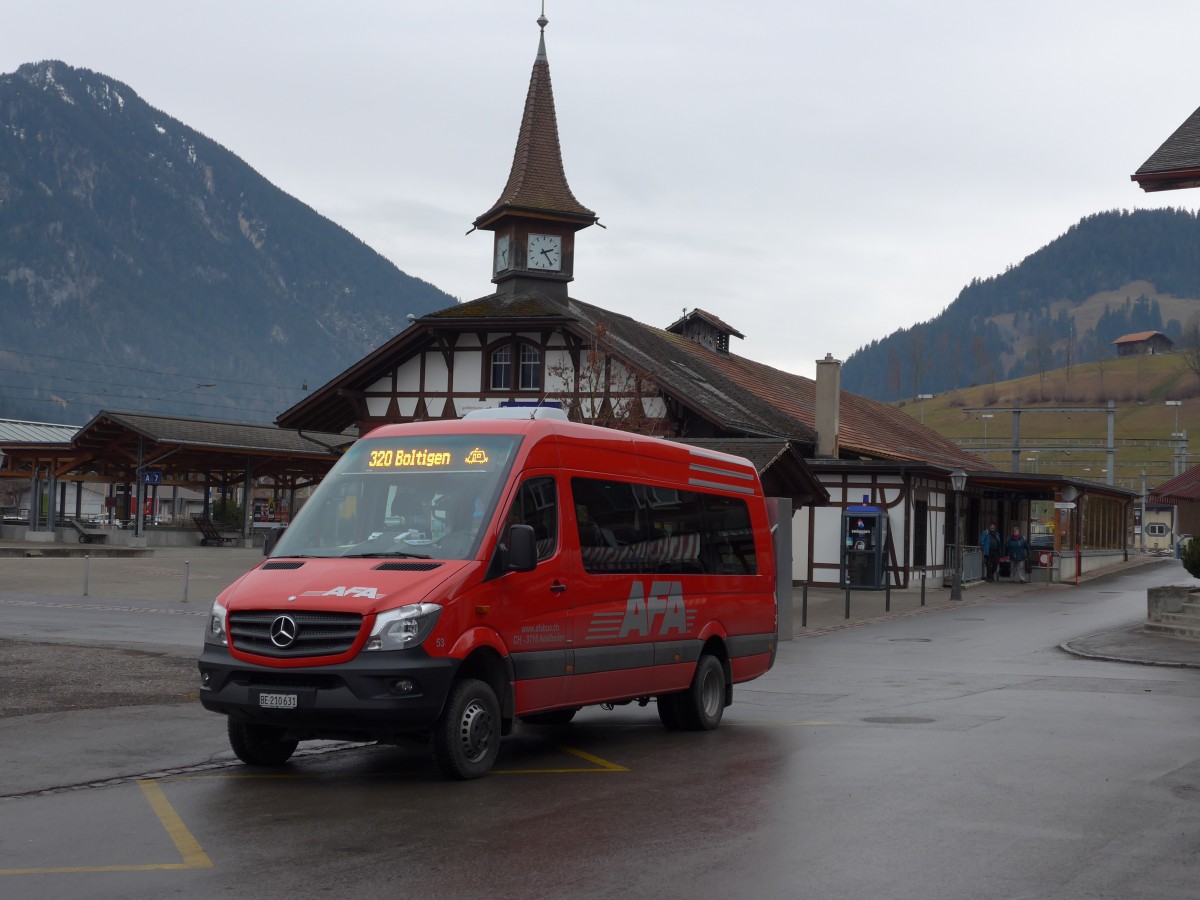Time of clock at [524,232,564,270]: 2:24
